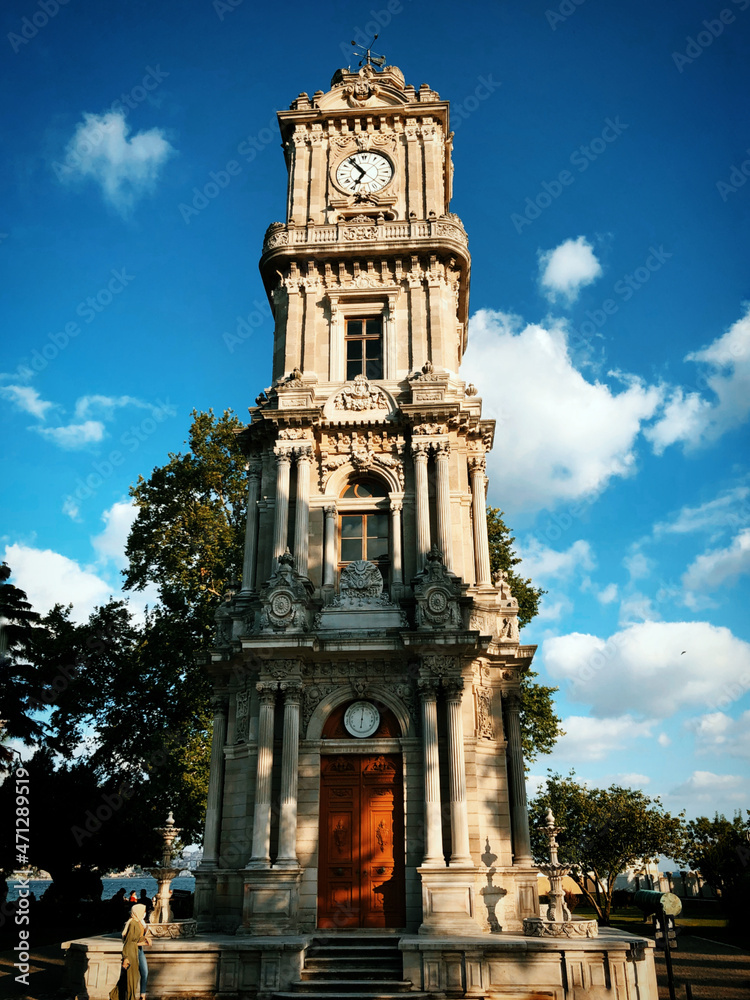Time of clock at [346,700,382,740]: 6:00
